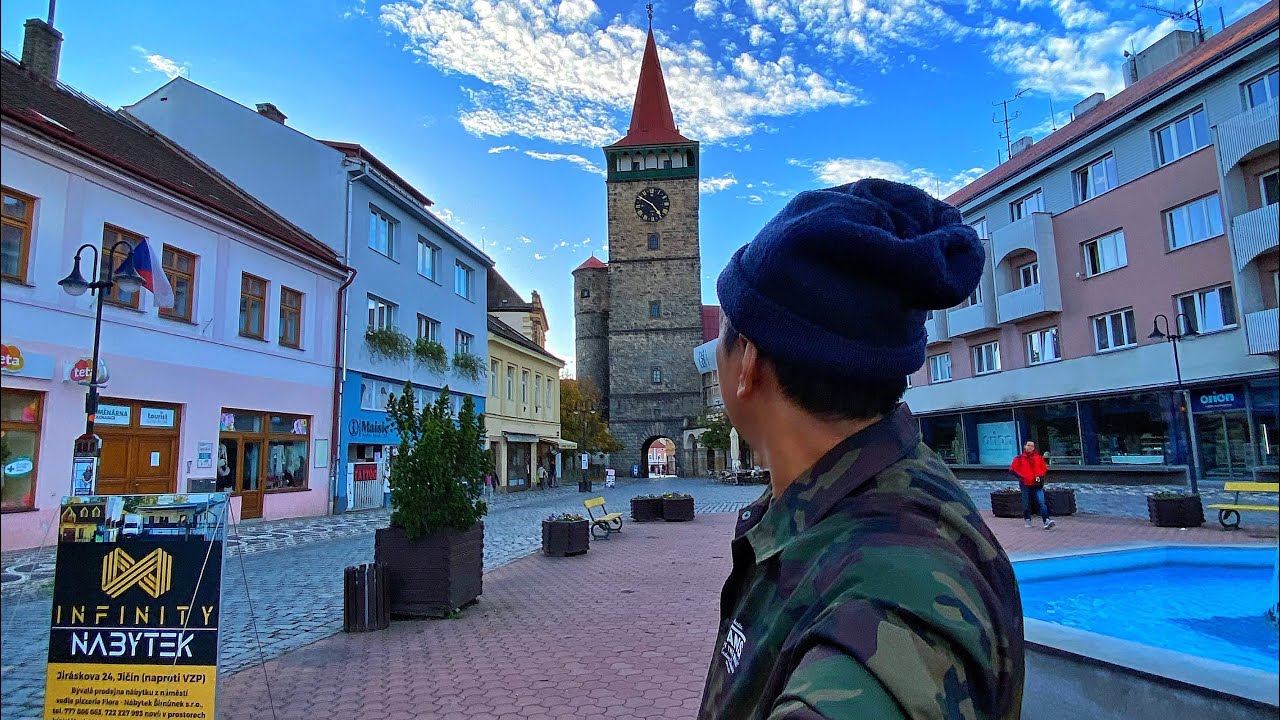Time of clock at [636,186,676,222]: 4:50
